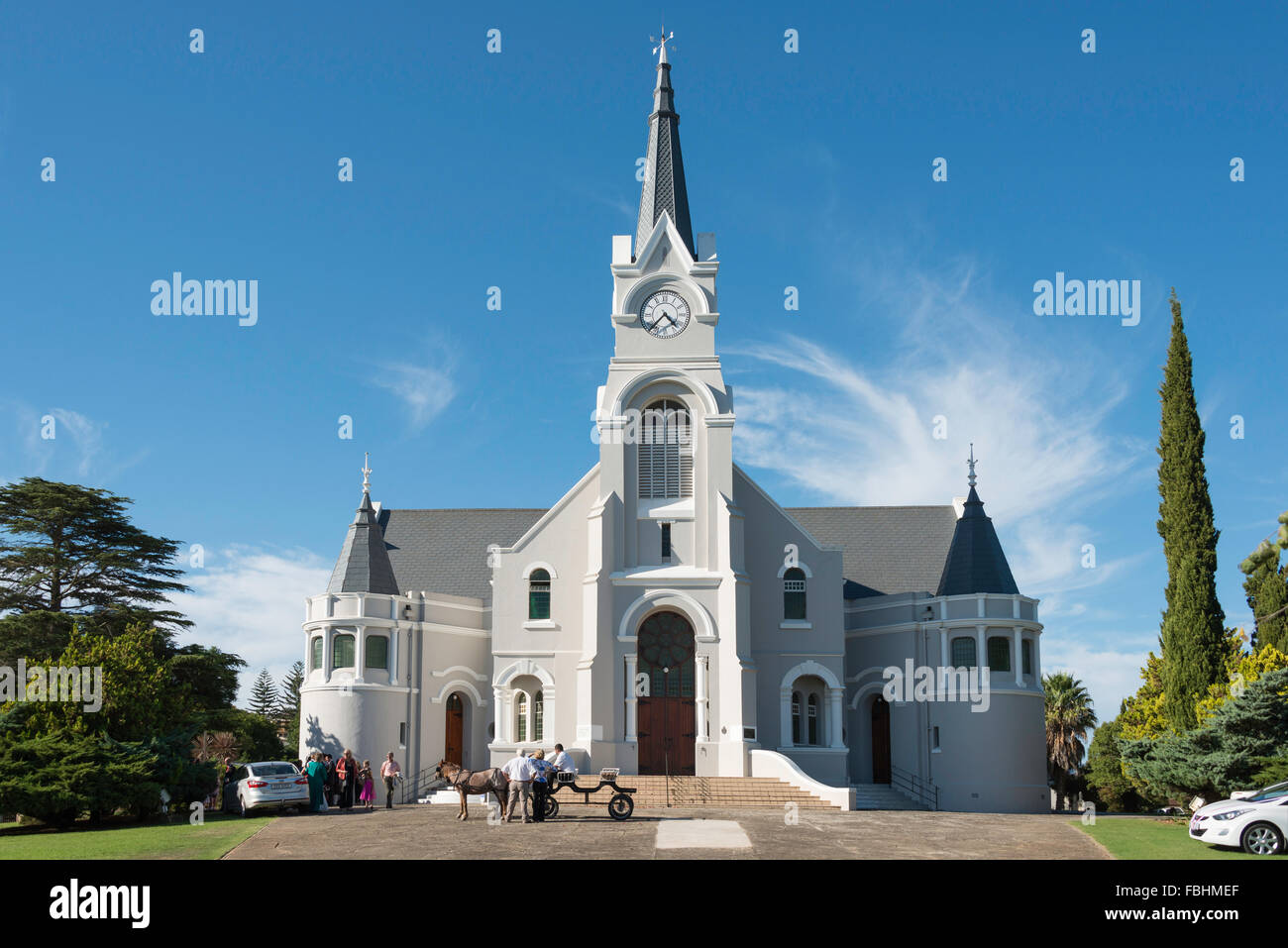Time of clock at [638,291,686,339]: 4:37
